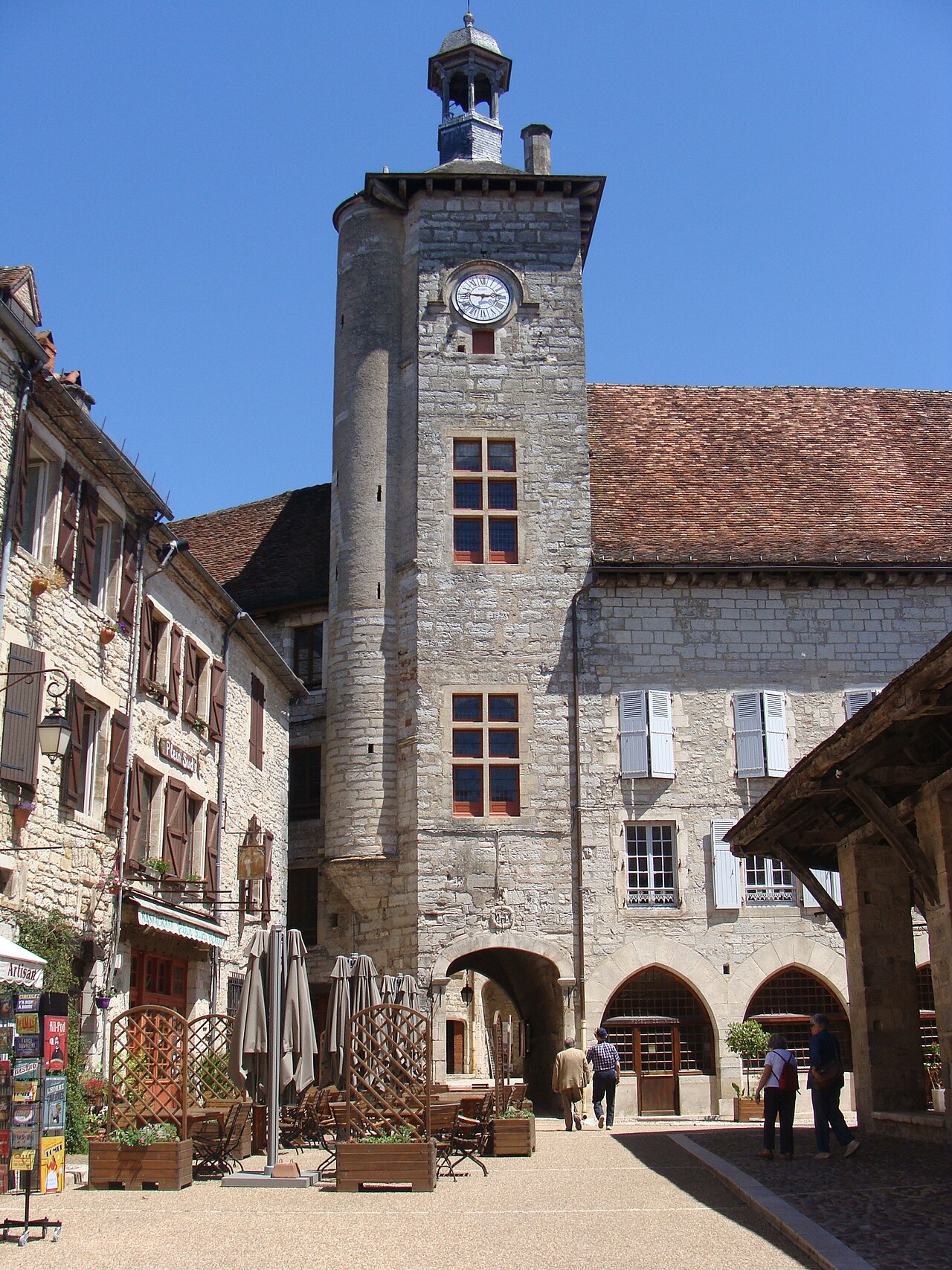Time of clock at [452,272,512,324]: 2:46
